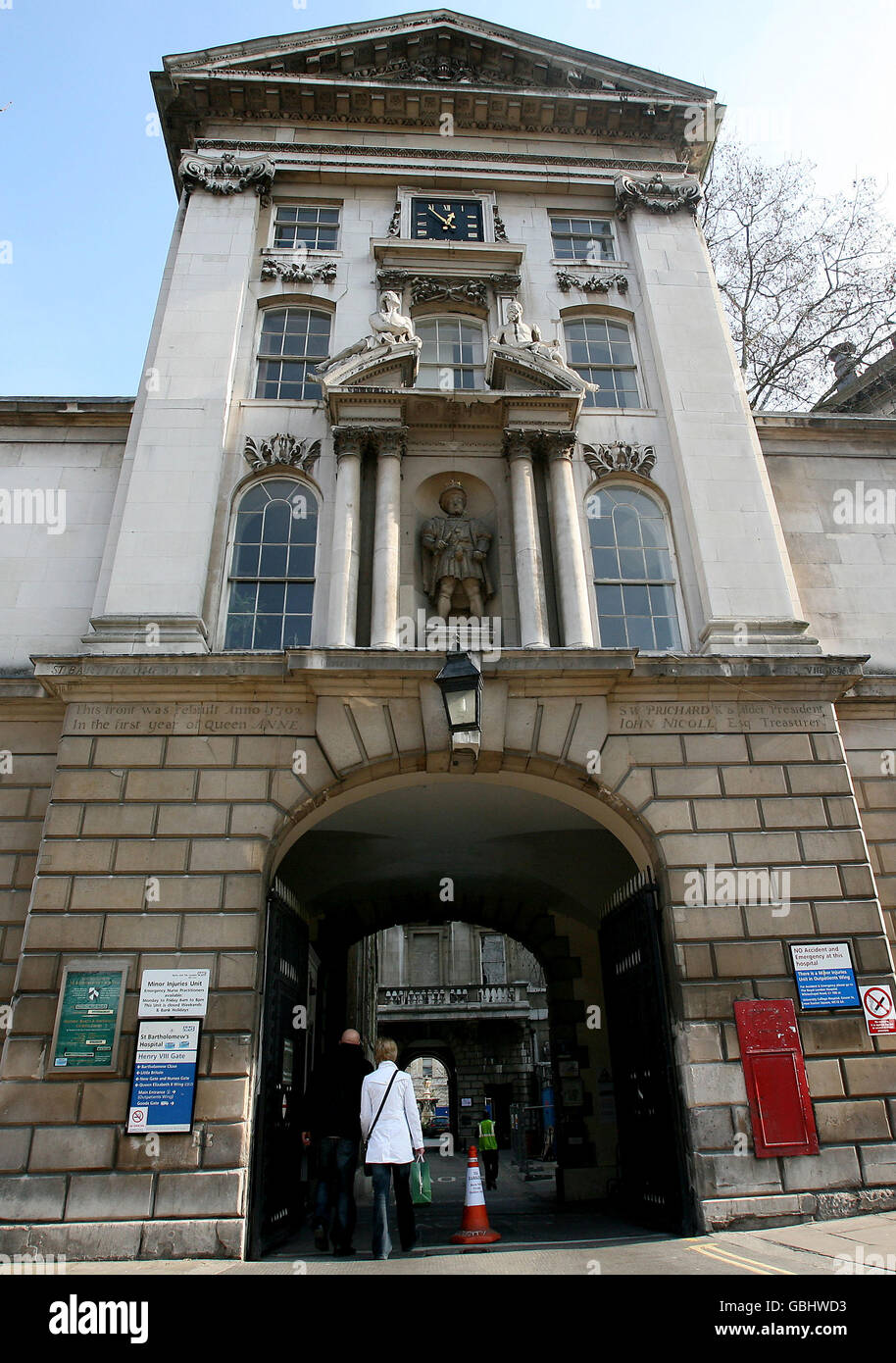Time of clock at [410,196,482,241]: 12:53
